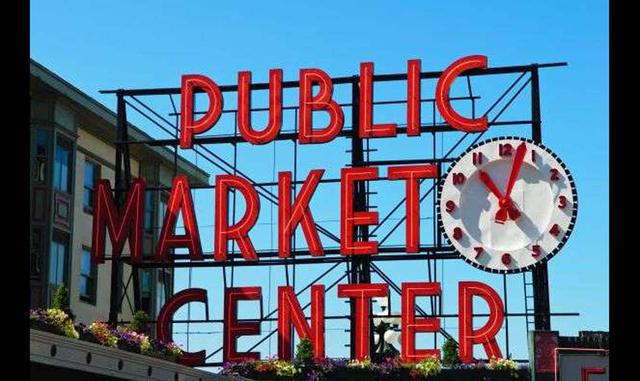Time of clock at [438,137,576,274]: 11:03
